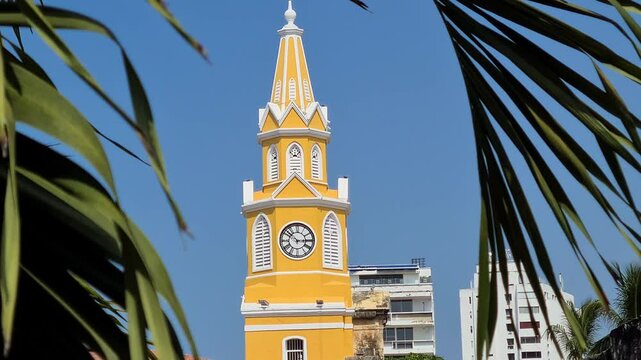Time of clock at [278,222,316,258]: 2:52
